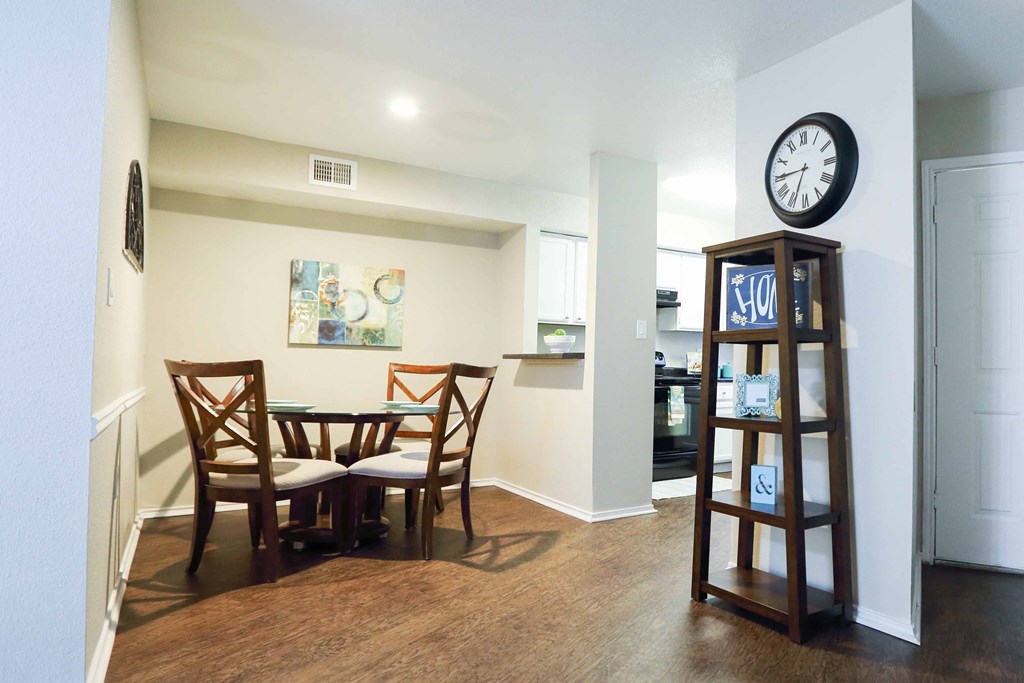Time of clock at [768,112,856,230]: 6:45
